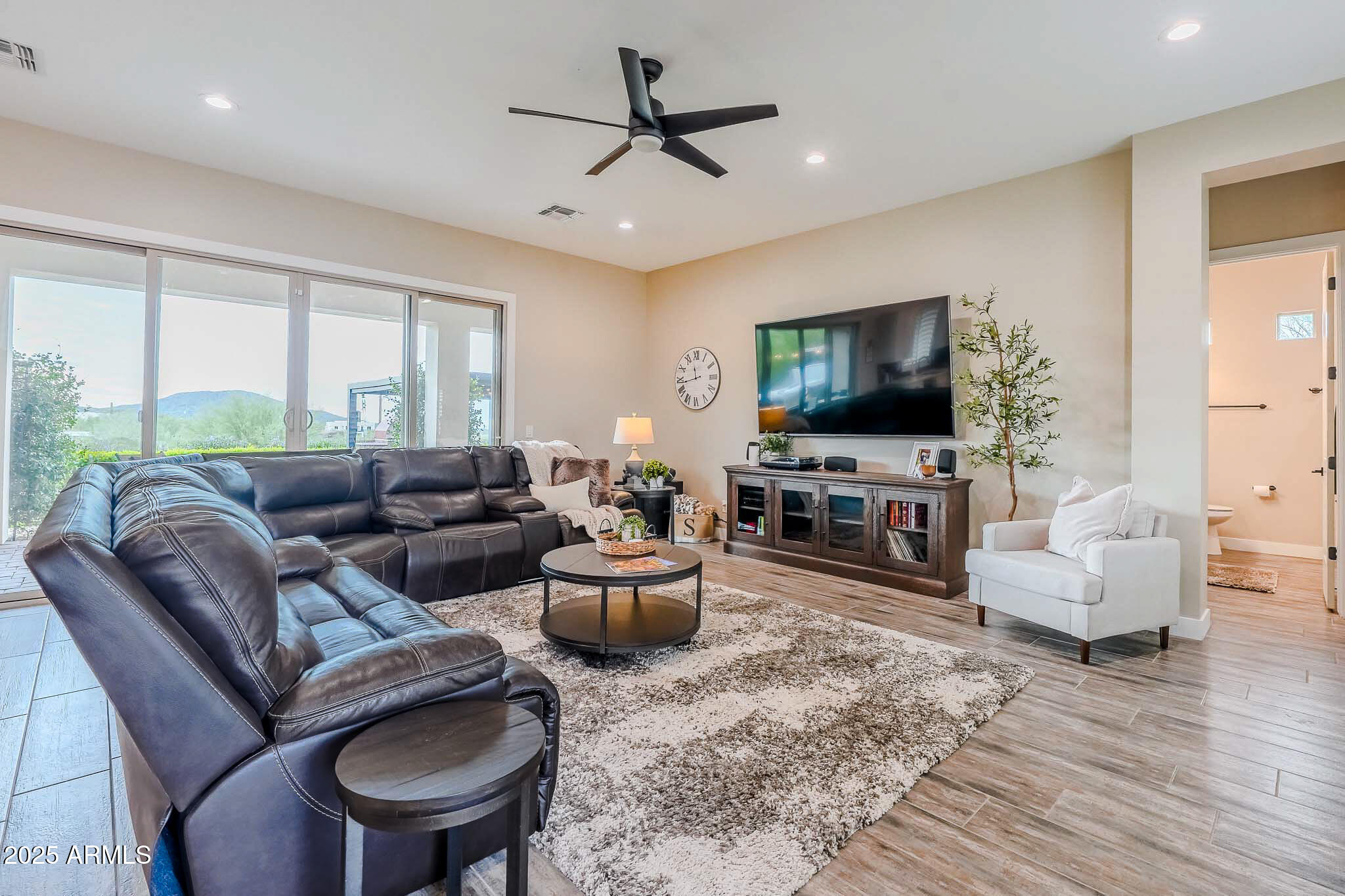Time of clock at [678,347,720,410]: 11:43
